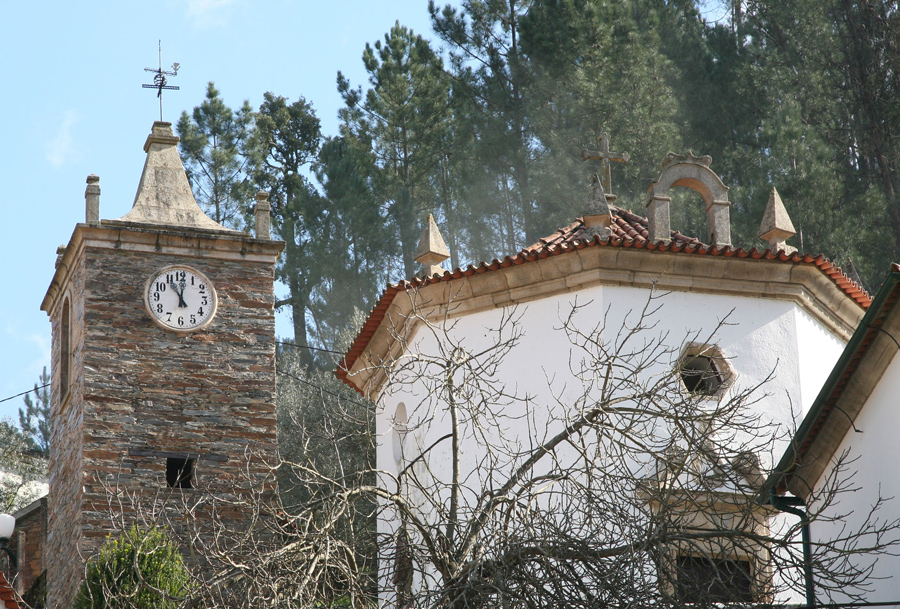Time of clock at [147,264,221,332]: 11:01
